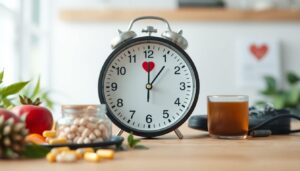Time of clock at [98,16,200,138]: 12:06
